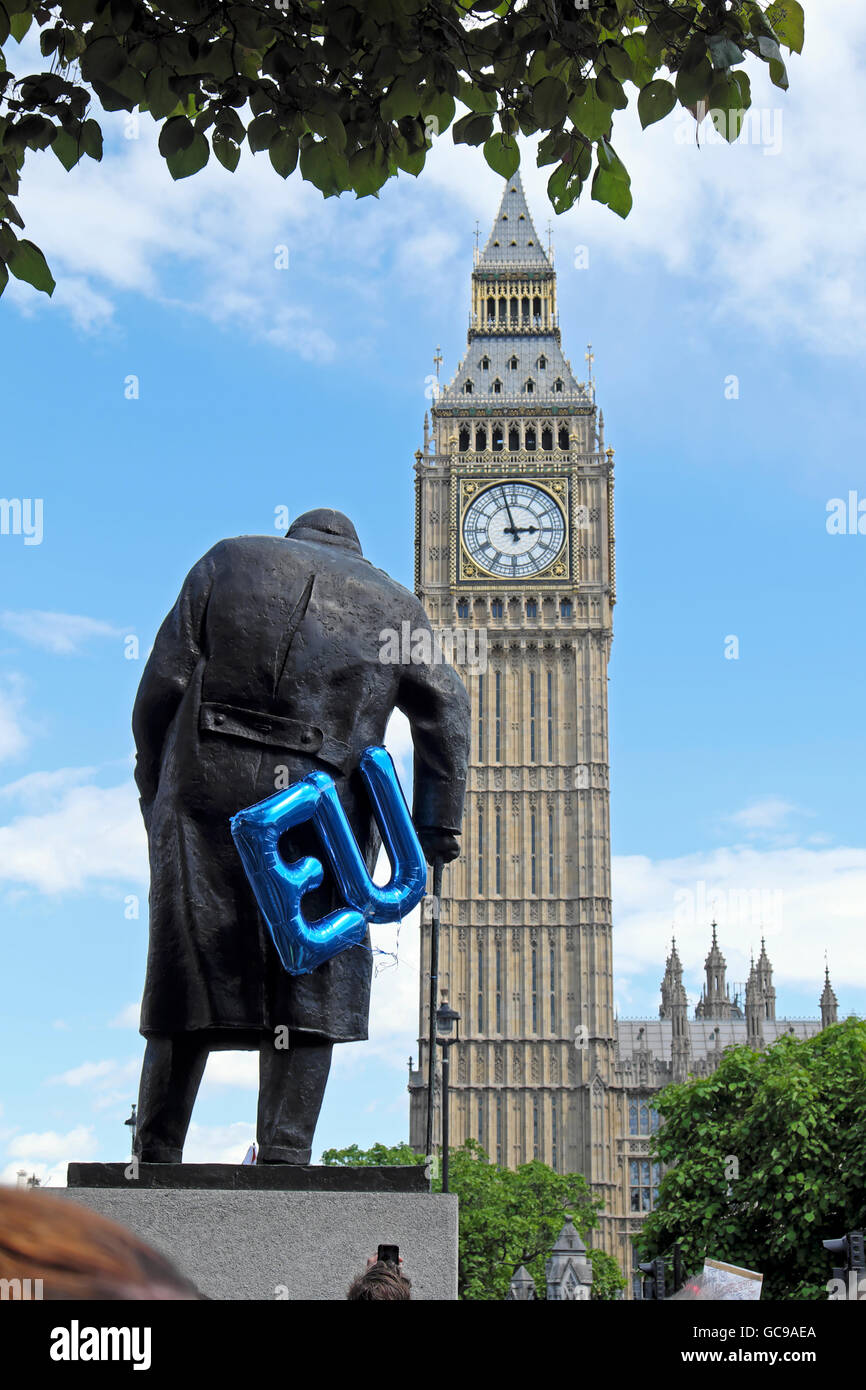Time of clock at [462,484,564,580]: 2:57
